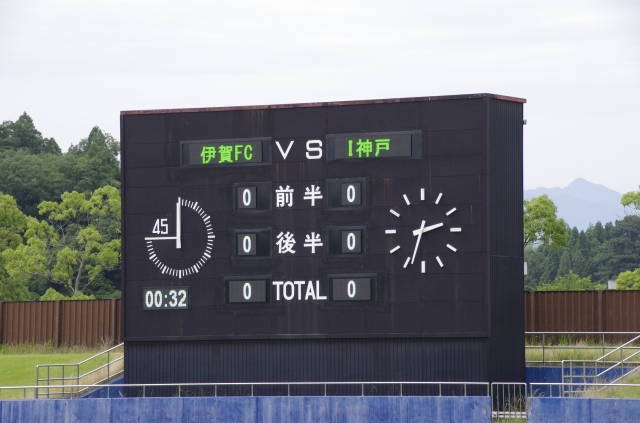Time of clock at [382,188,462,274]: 2:33
